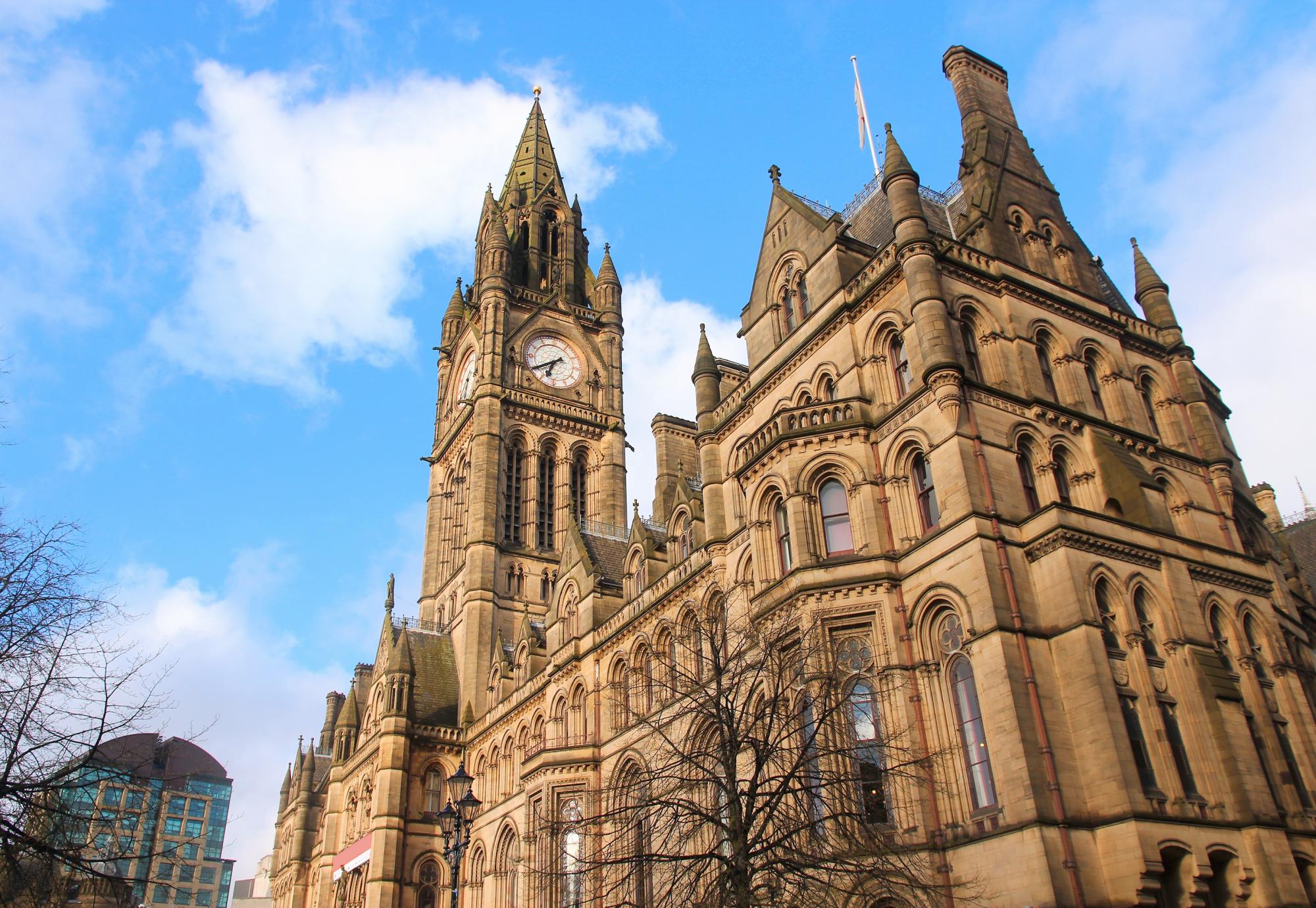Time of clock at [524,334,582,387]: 6:39
